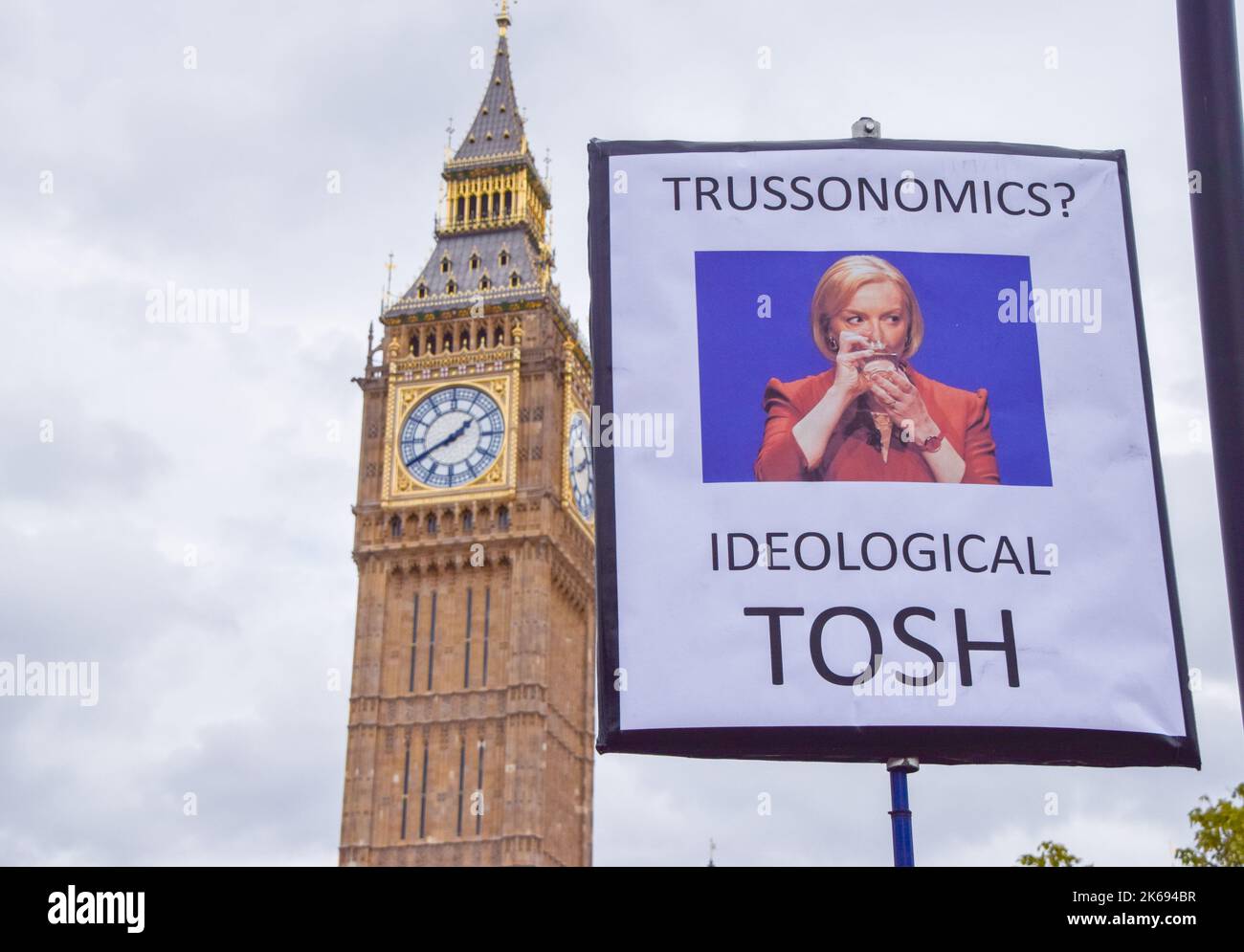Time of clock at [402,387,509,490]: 1:40
